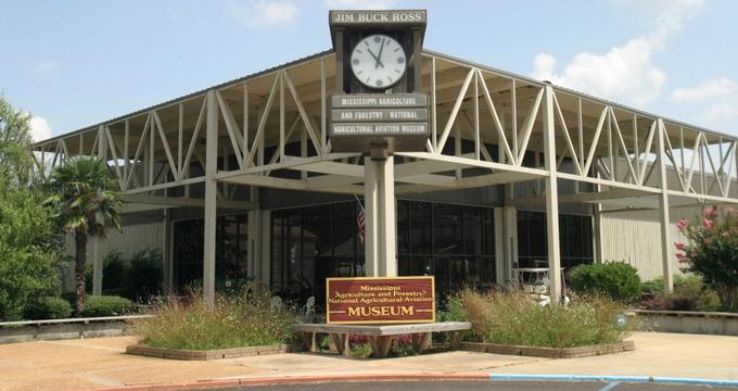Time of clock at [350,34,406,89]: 11:02
